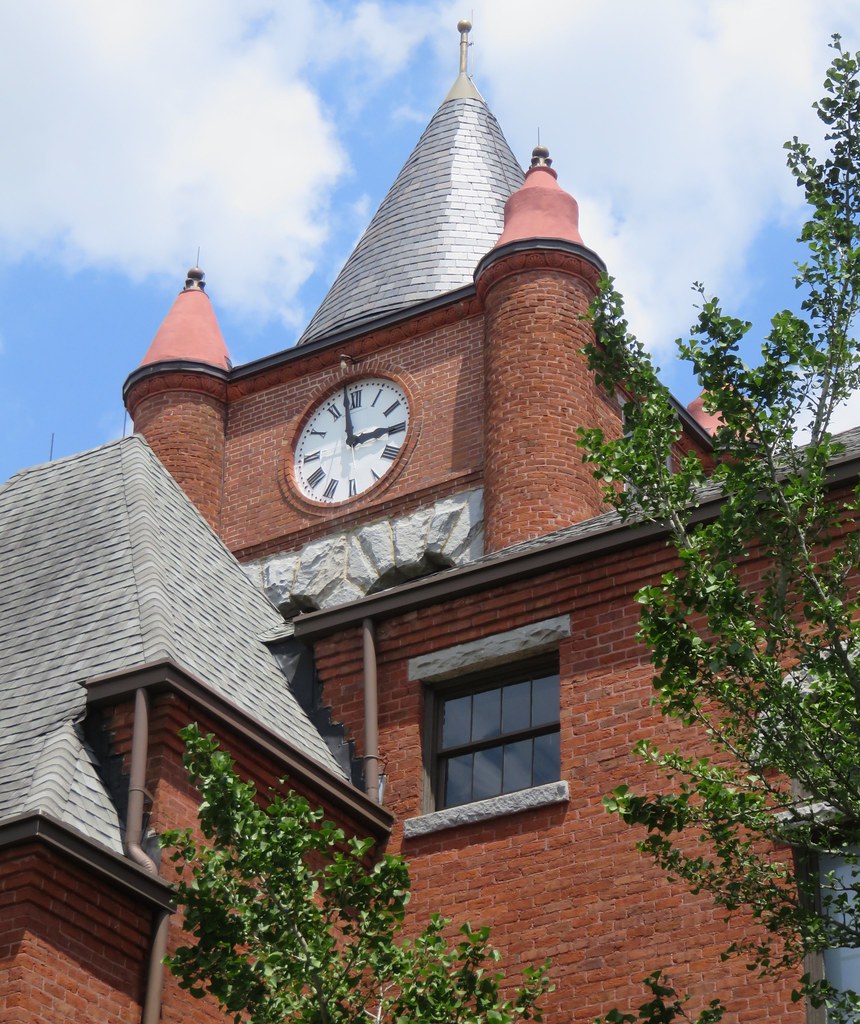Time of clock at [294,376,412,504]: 2:58
